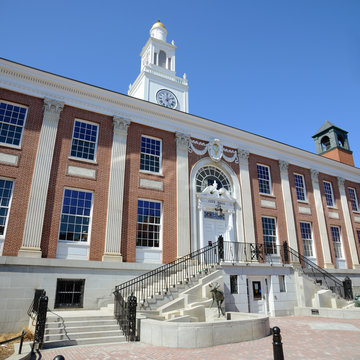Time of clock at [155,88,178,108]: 2:00
